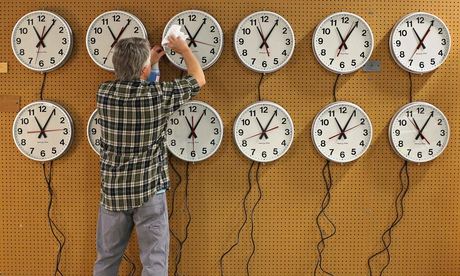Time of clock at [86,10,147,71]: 11:05
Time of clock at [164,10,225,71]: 11:05
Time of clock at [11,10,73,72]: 11:05
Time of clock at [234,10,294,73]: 11:05
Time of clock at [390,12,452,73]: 11:05
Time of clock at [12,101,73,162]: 11:04
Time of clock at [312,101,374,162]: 11:04
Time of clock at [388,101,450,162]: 11:05
